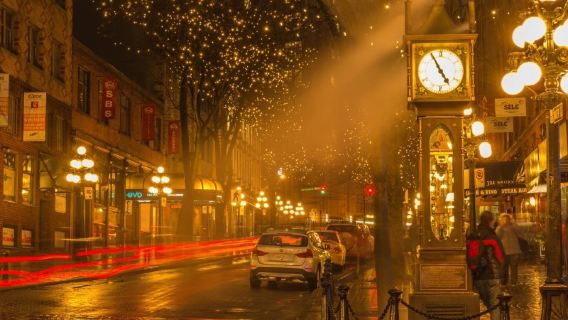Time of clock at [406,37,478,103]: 4:55
